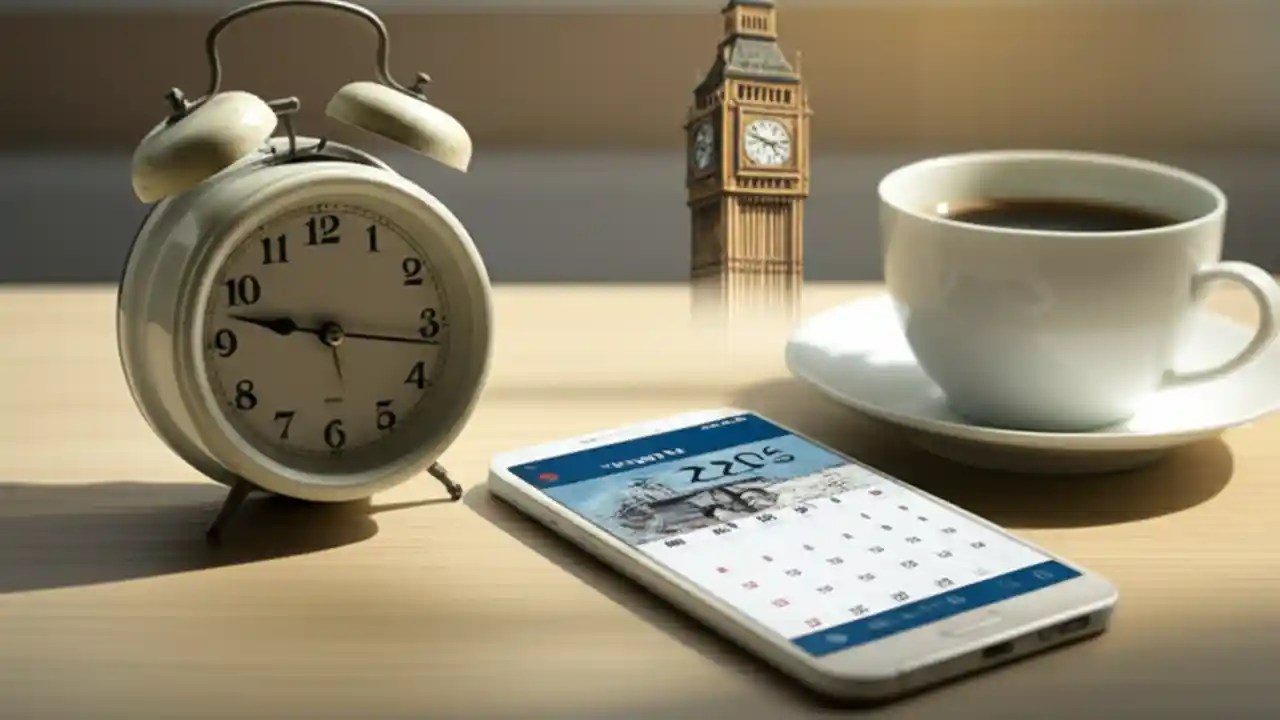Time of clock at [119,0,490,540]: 9:16
